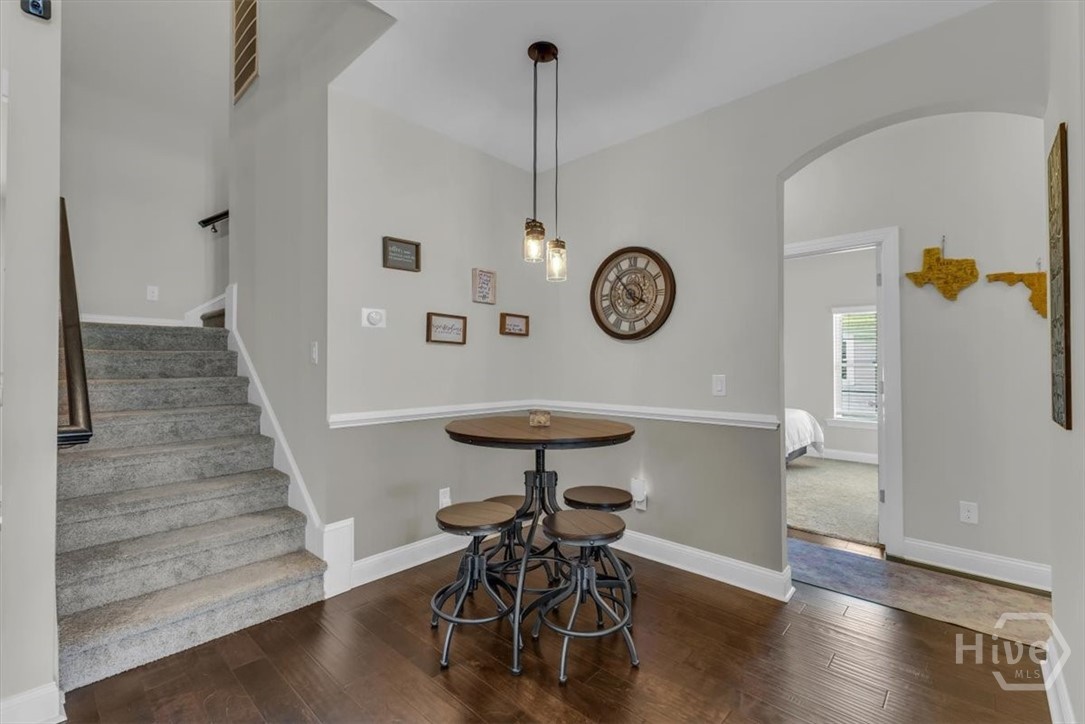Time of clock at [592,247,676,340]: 3:52
